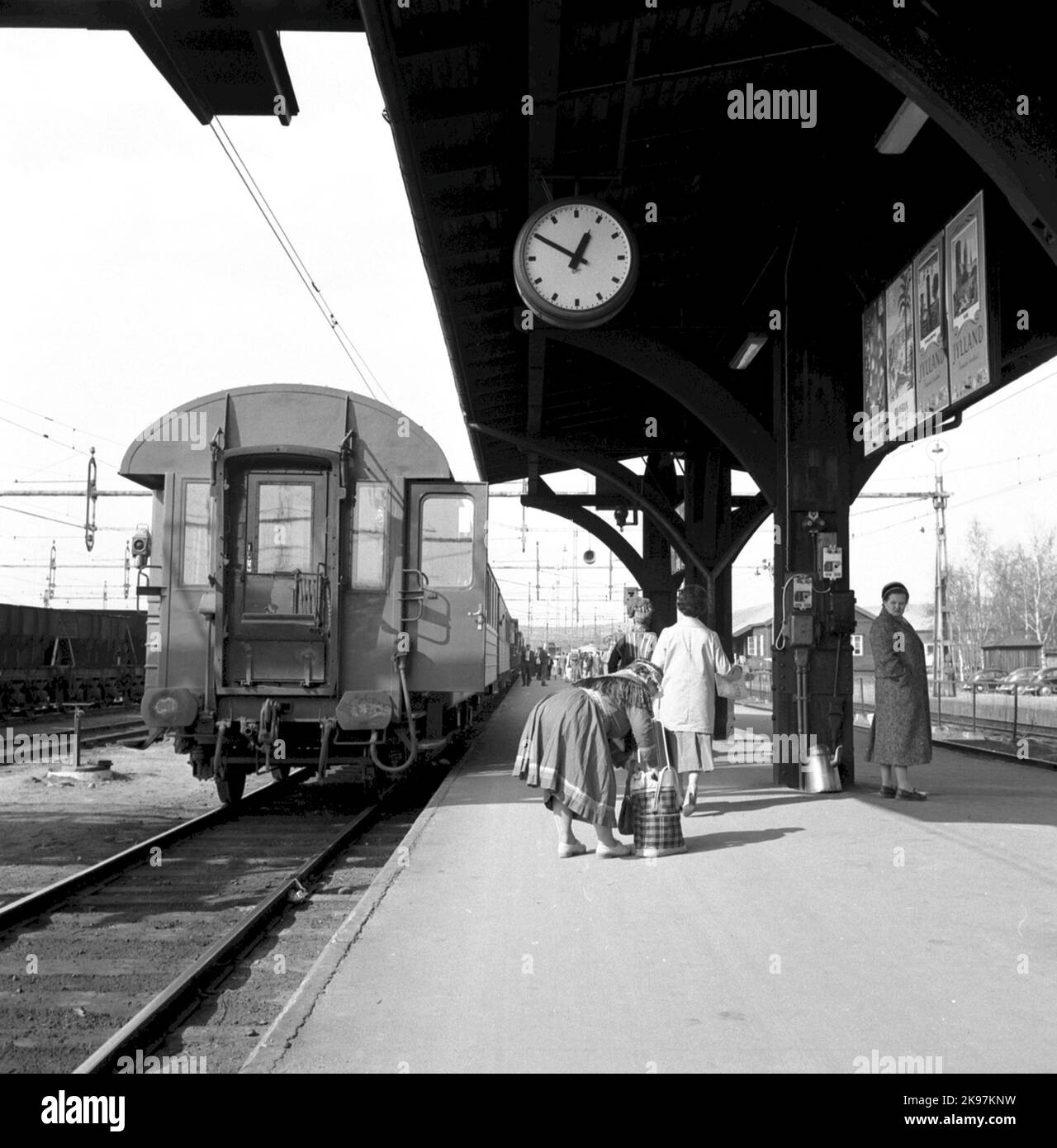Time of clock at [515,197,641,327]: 12:49
